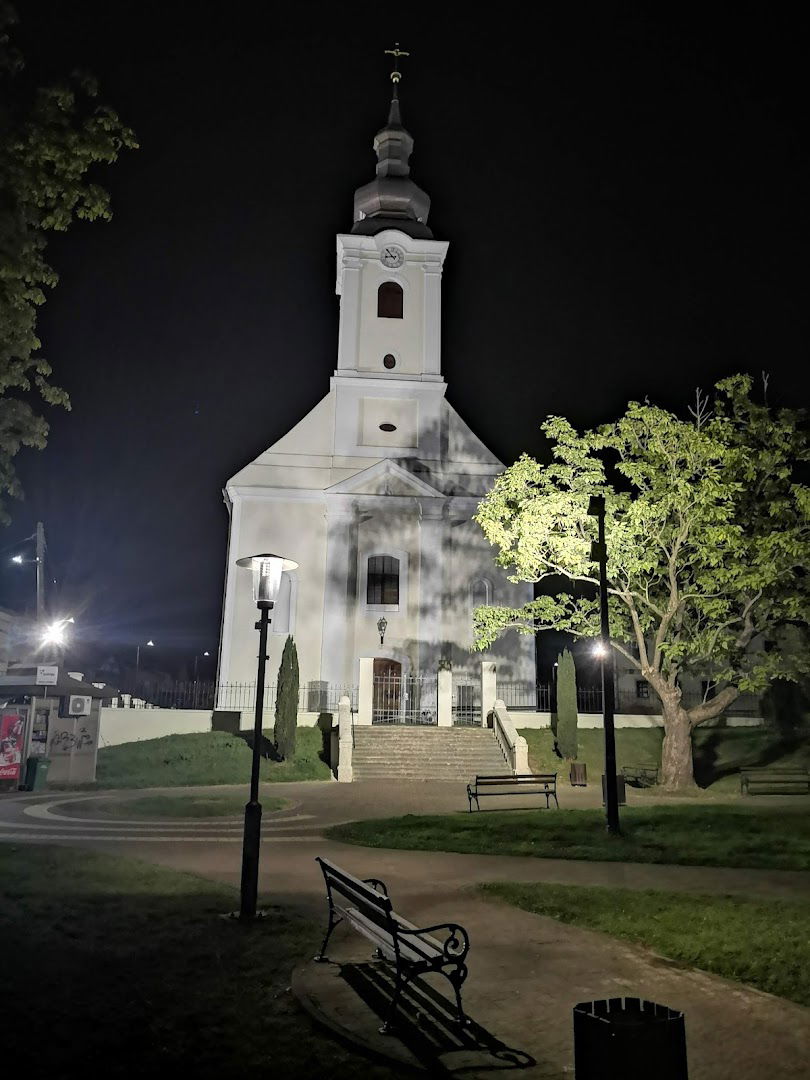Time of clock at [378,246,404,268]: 8:53
